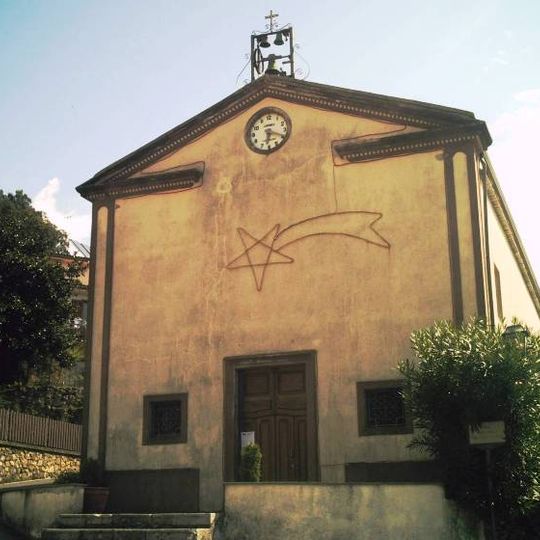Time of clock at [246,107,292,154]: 6:18
